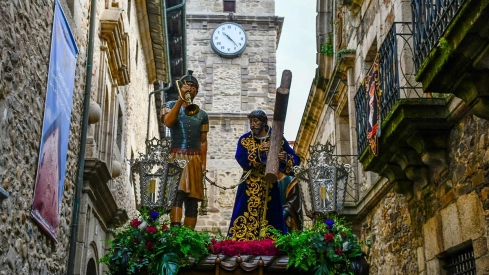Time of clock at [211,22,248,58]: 10:22
